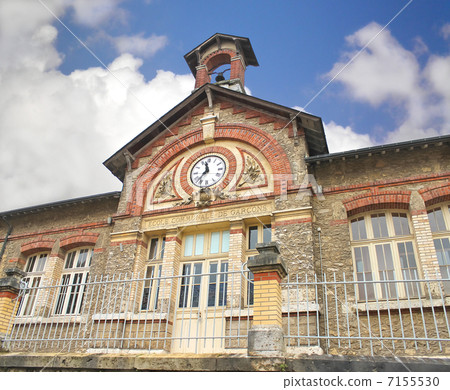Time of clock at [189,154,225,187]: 11:36
